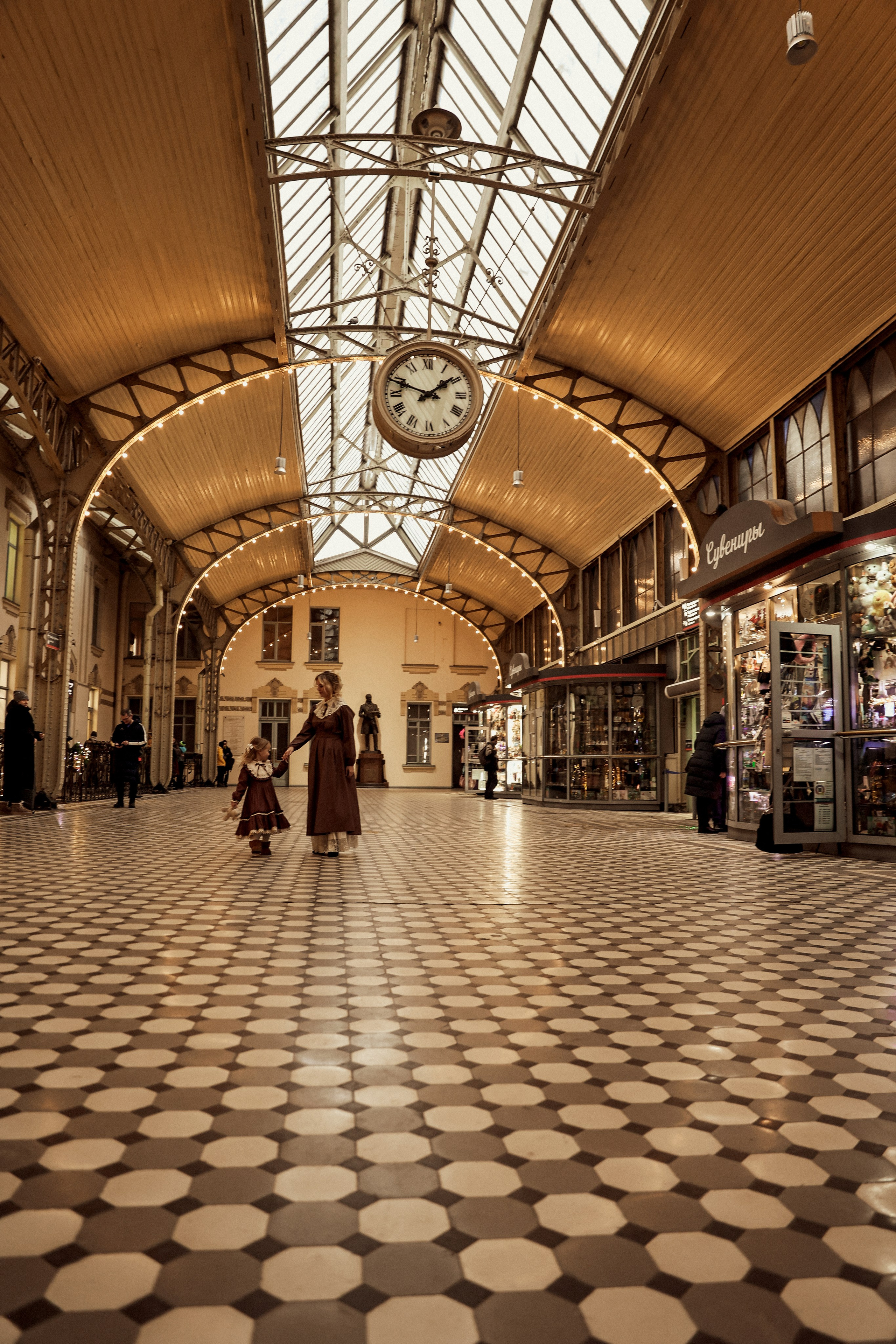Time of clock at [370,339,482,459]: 1:48
